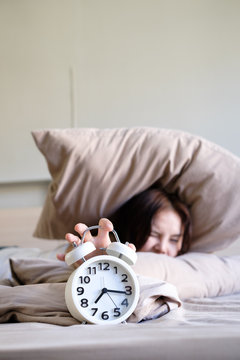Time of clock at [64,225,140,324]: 7:16
